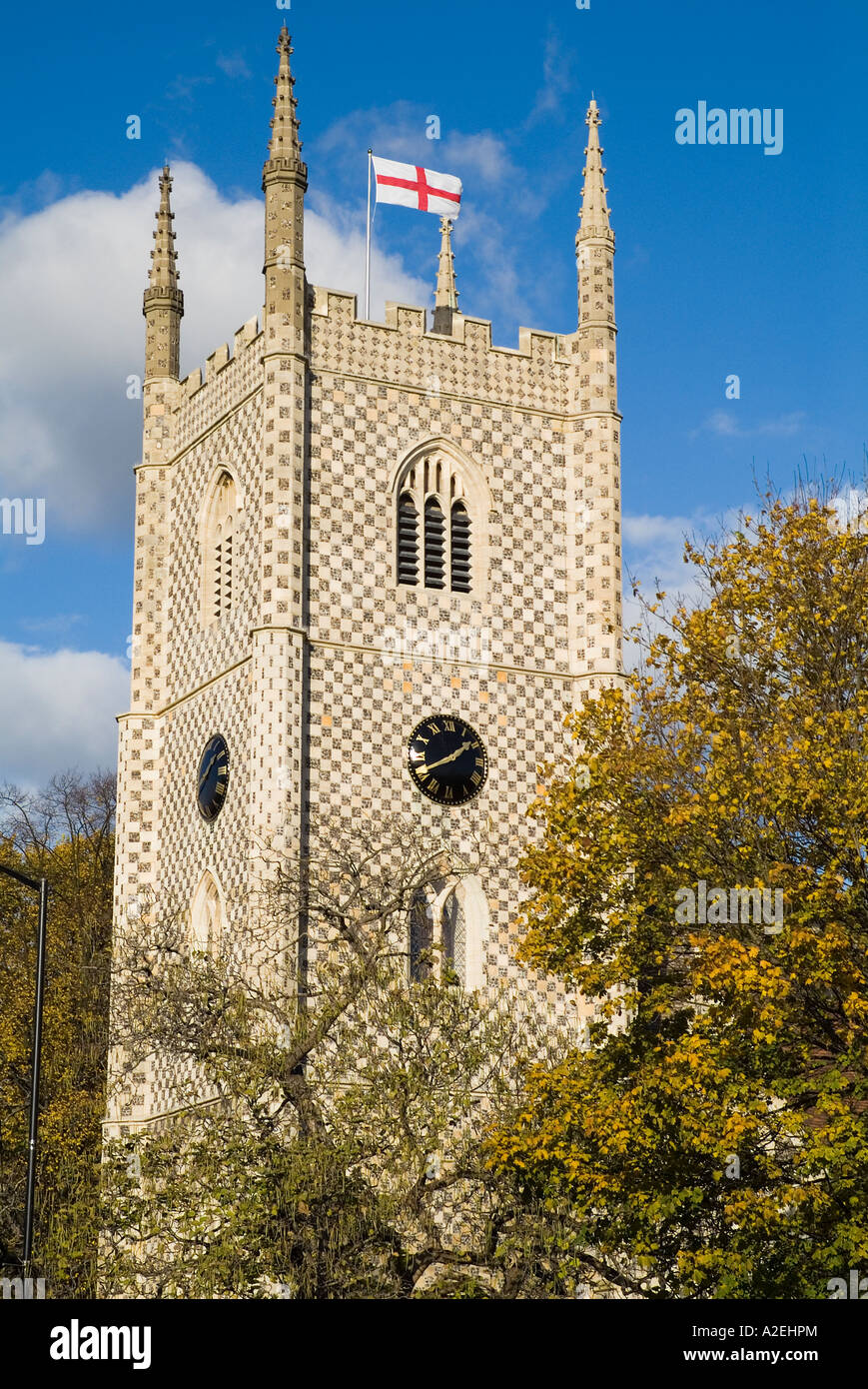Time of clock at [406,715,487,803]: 1:40
